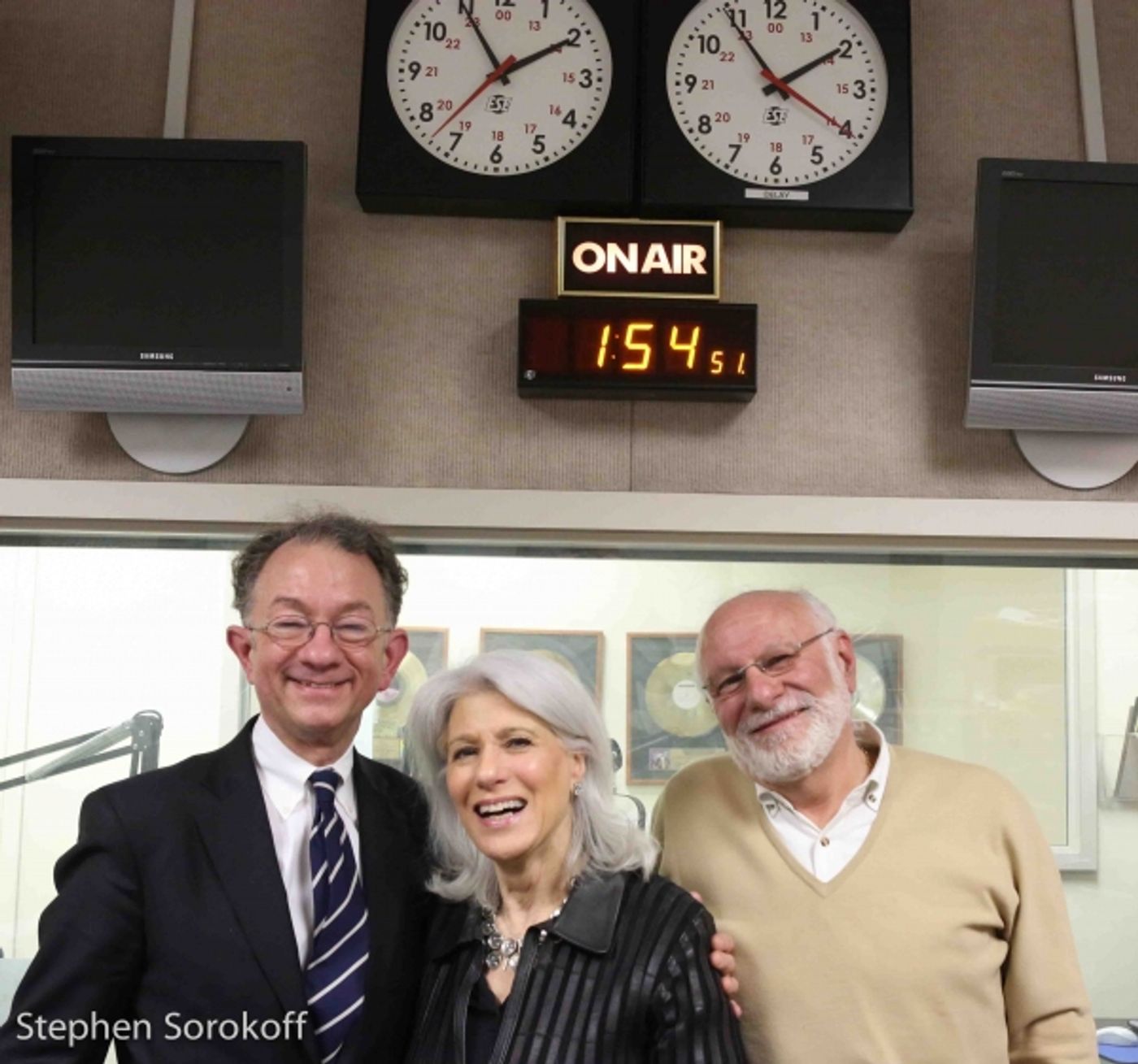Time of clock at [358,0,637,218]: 1:54
